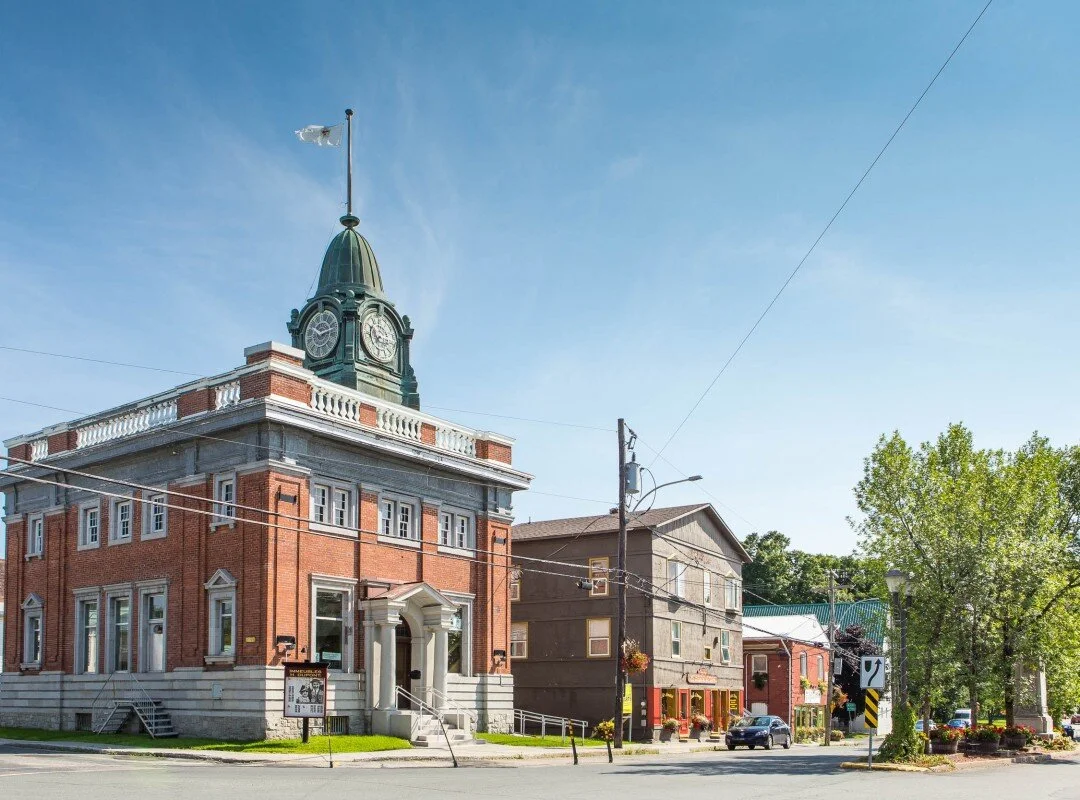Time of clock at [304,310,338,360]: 10:12
